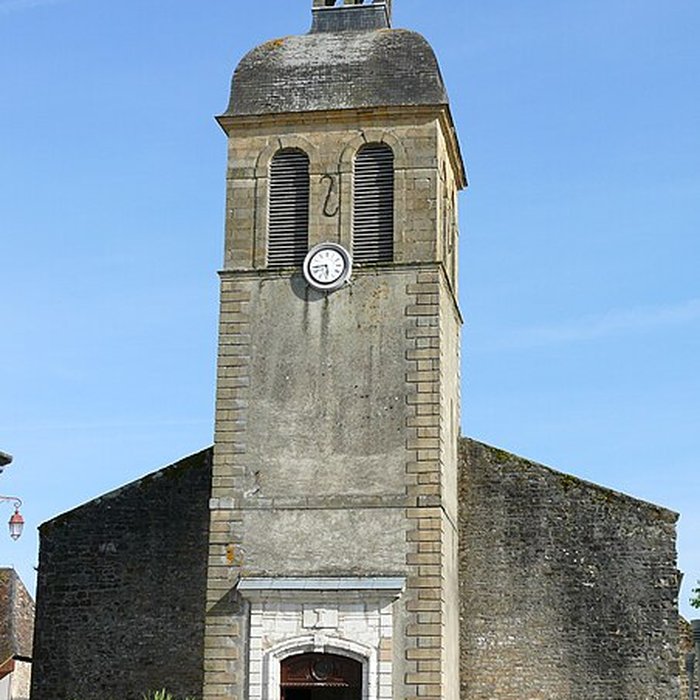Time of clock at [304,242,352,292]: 5:43
